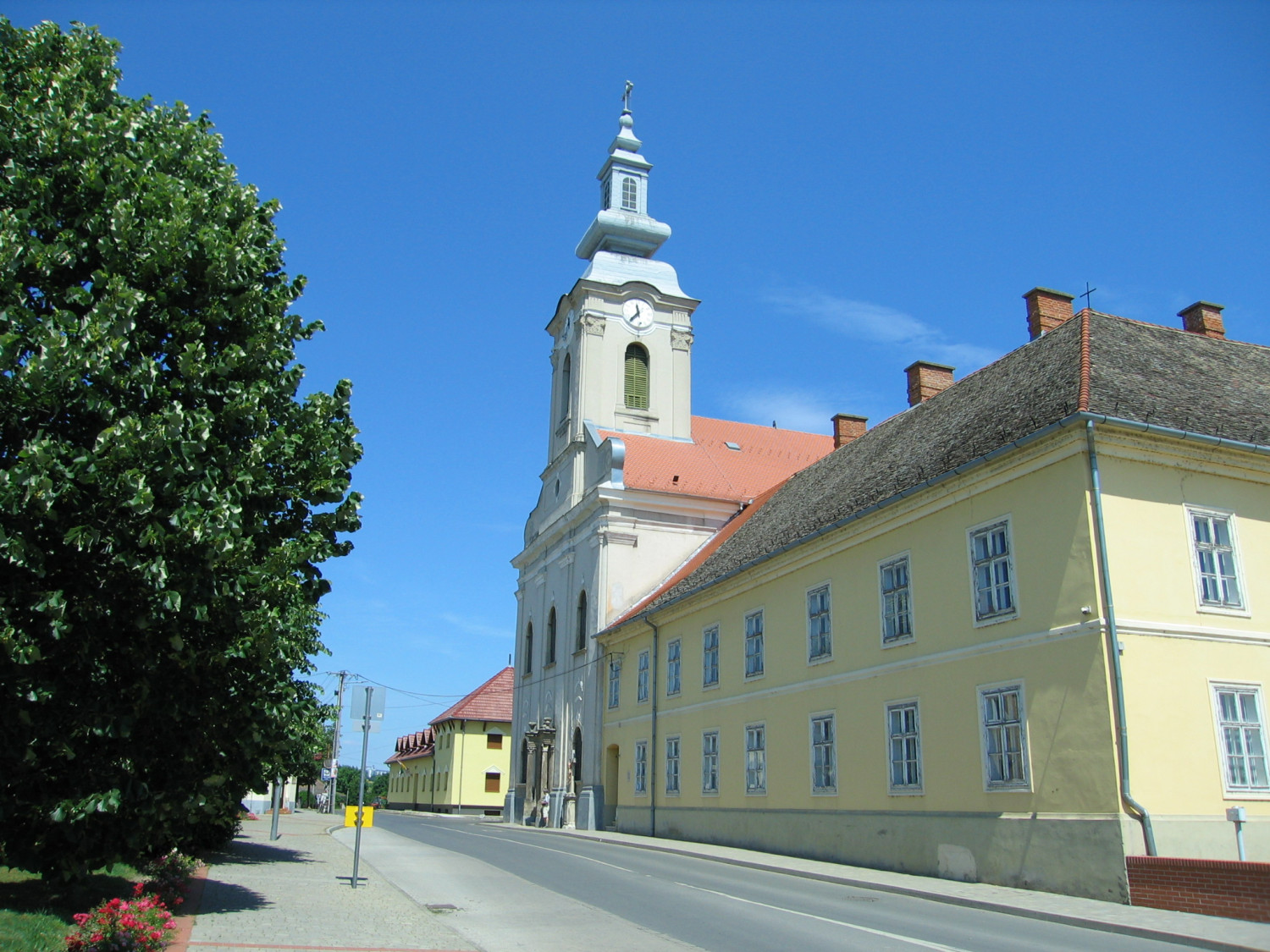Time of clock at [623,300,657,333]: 11:36
